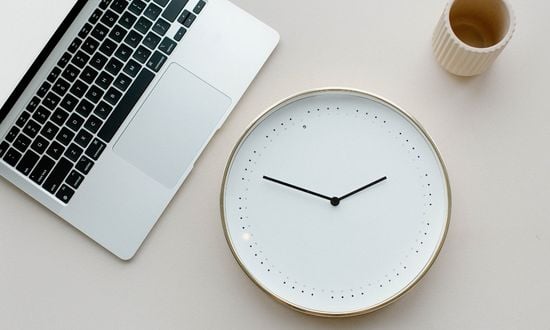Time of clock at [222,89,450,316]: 1:47
